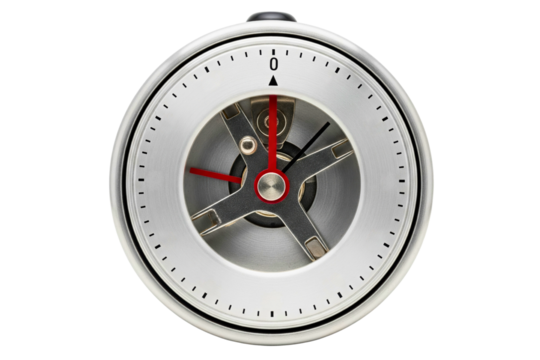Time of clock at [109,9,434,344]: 1:24
